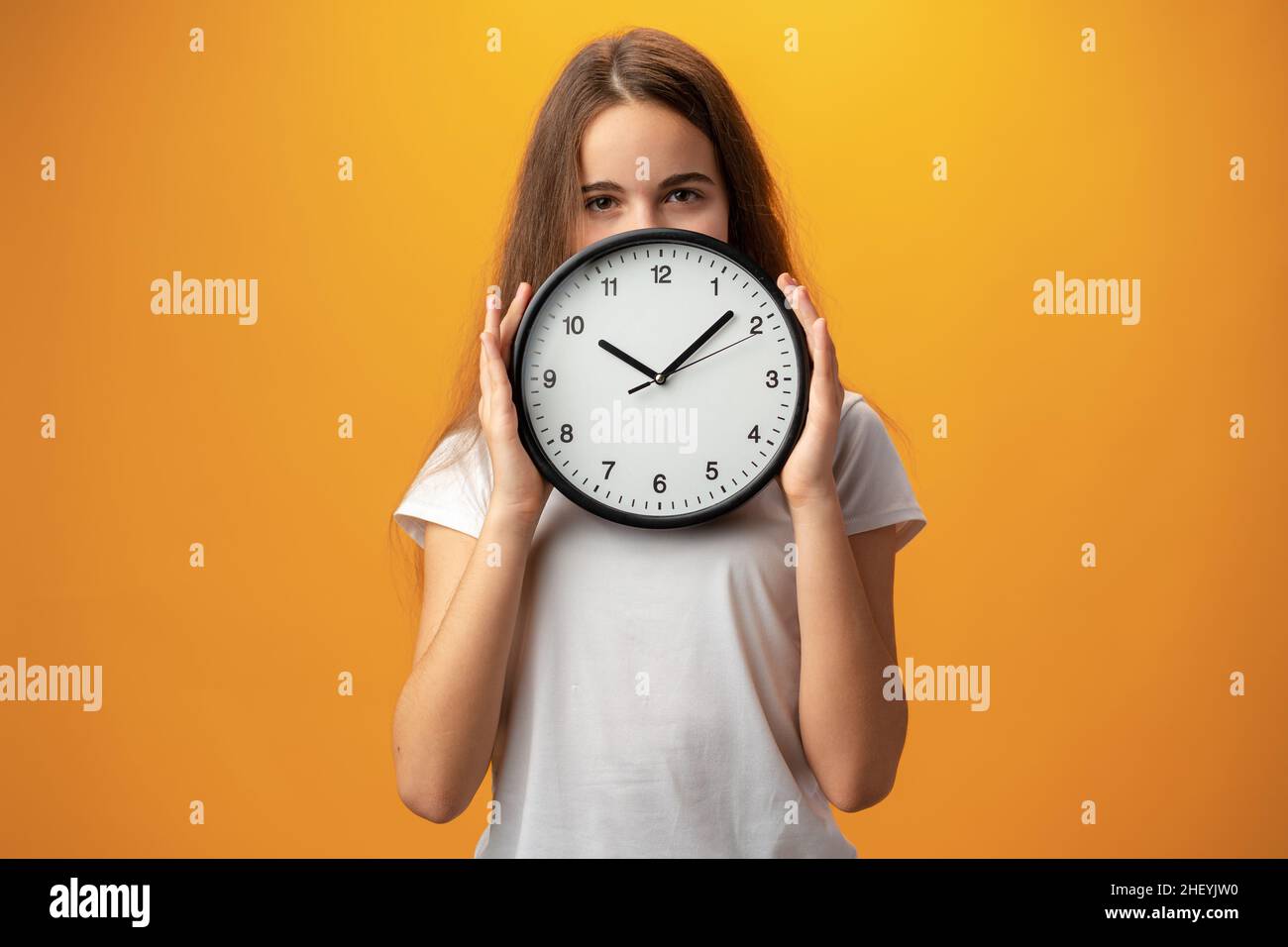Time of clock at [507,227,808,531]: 10:07
